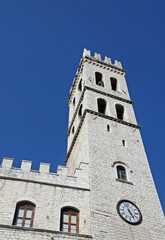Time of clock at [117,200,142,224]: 4:57
